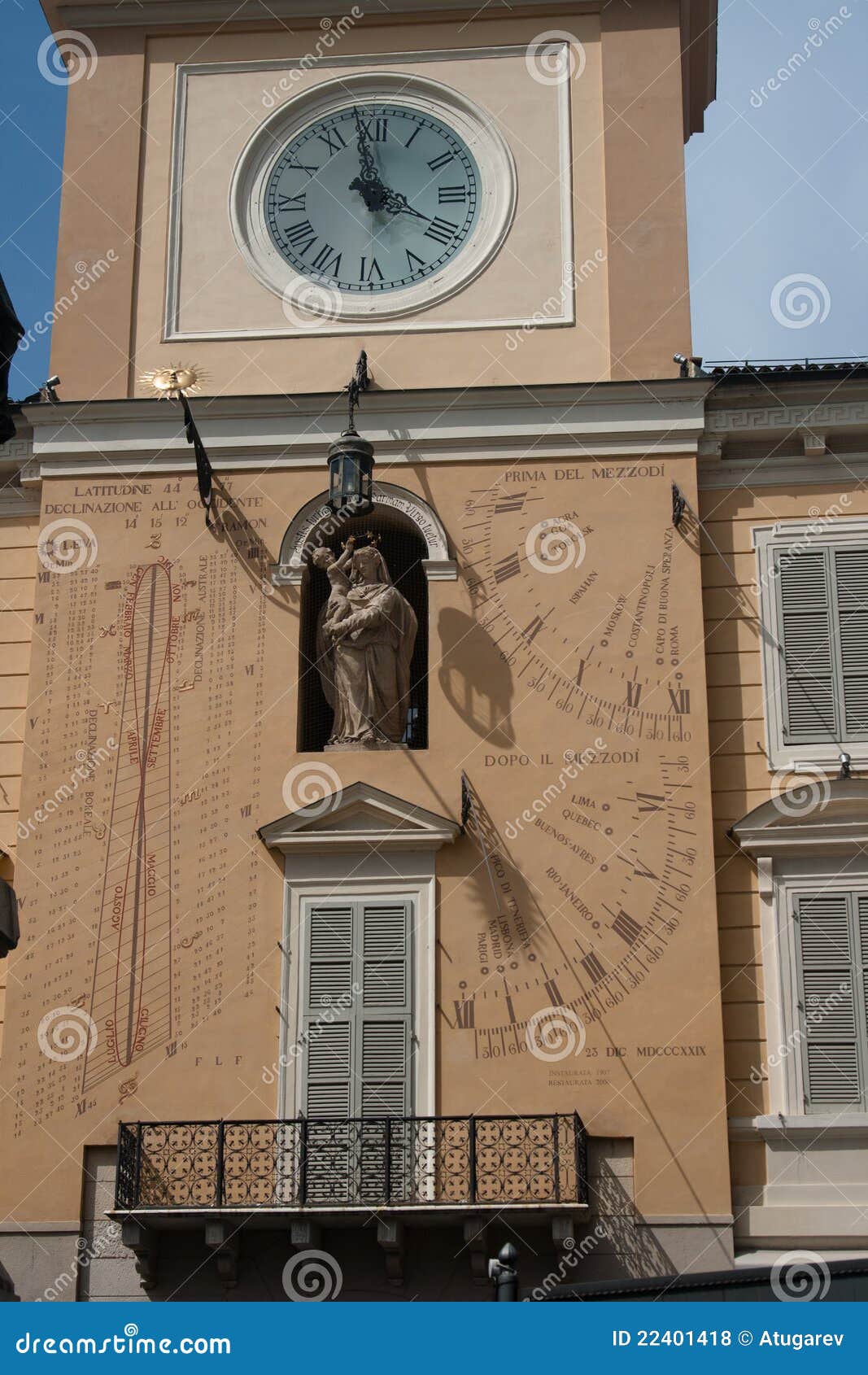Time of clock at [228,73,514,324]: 3:58
